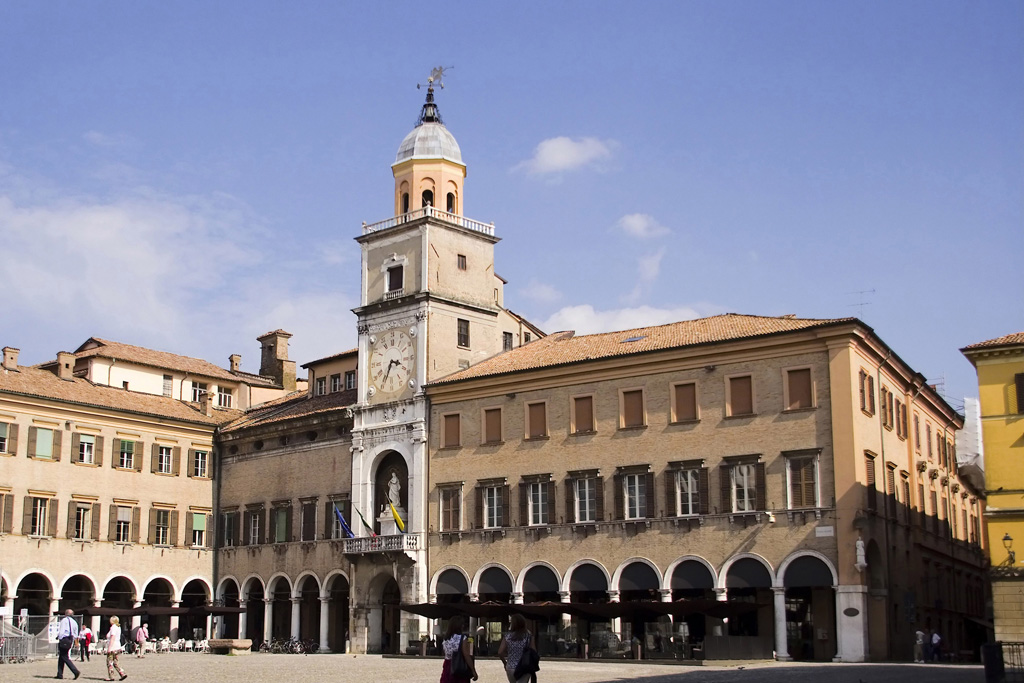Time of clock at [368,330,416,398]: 3:34
